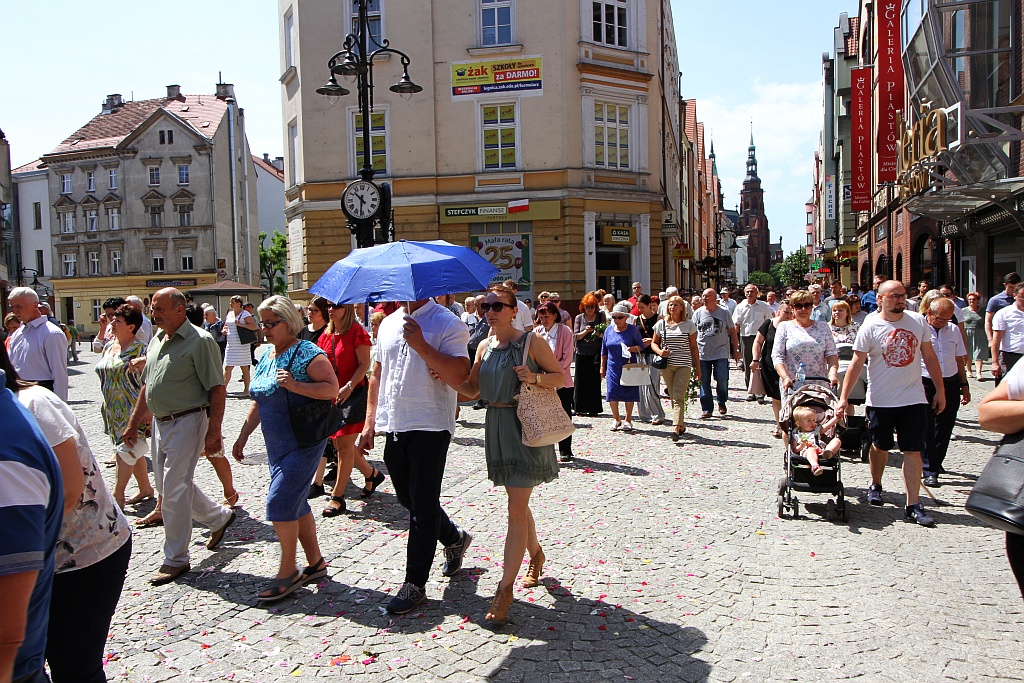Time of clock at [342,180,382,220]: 10:31
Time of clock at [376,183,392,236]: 10:31
